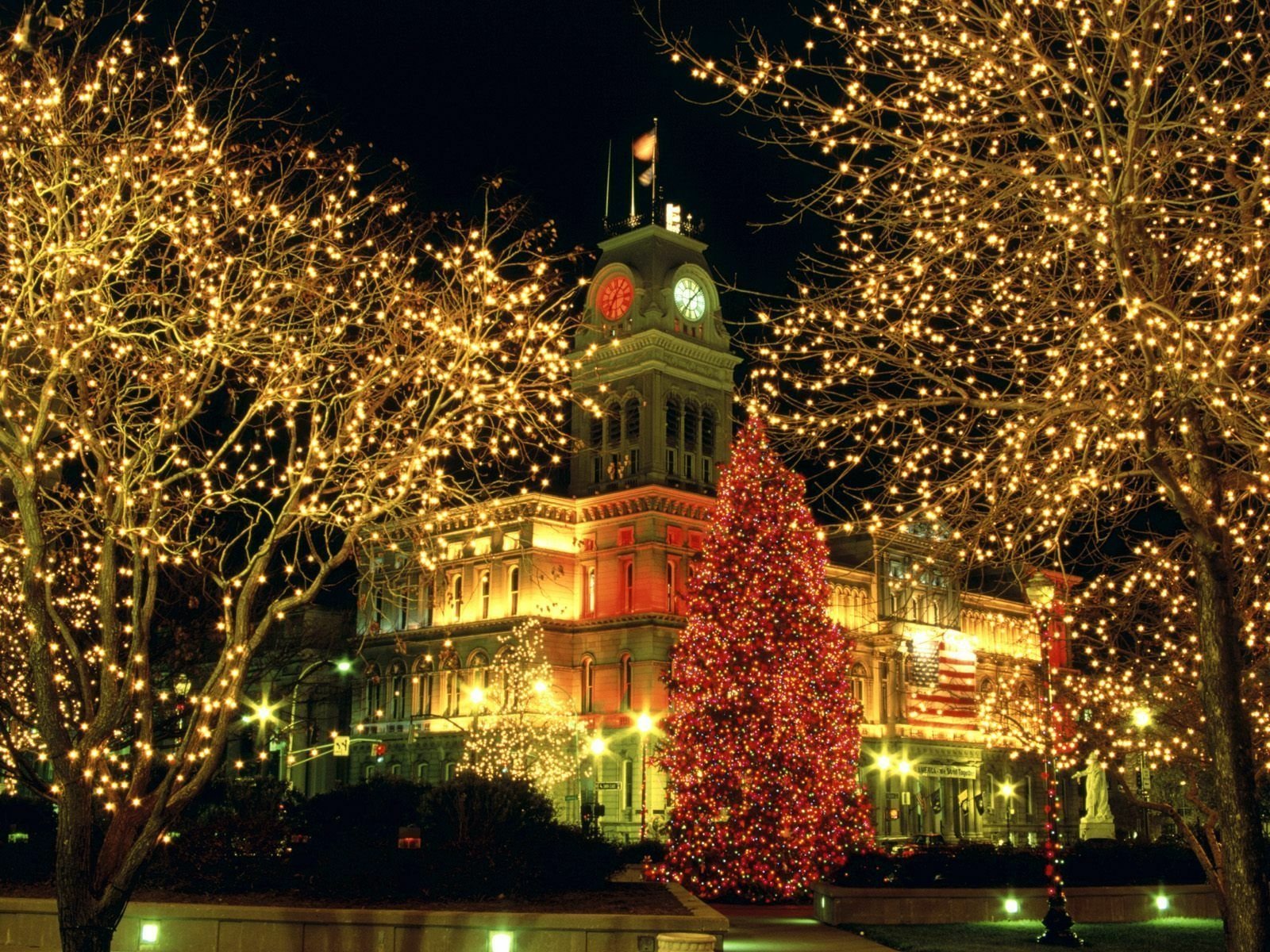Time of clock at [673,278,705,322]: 7:07
